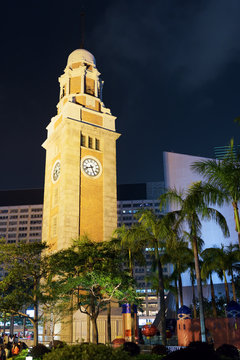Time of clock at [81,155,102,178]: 8:26
